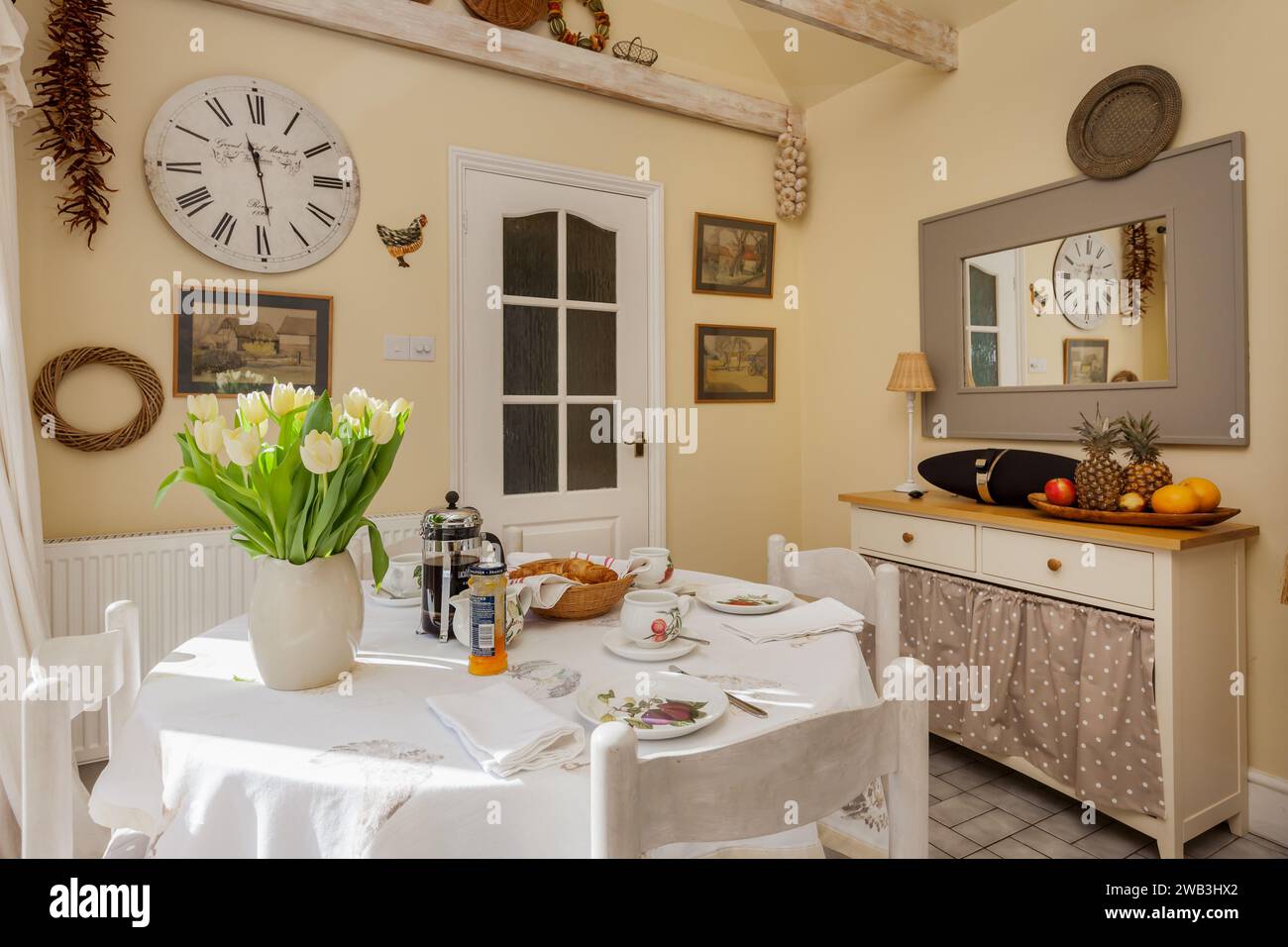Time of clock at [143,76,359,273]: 11:28
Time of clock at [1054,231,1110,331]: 12:29
